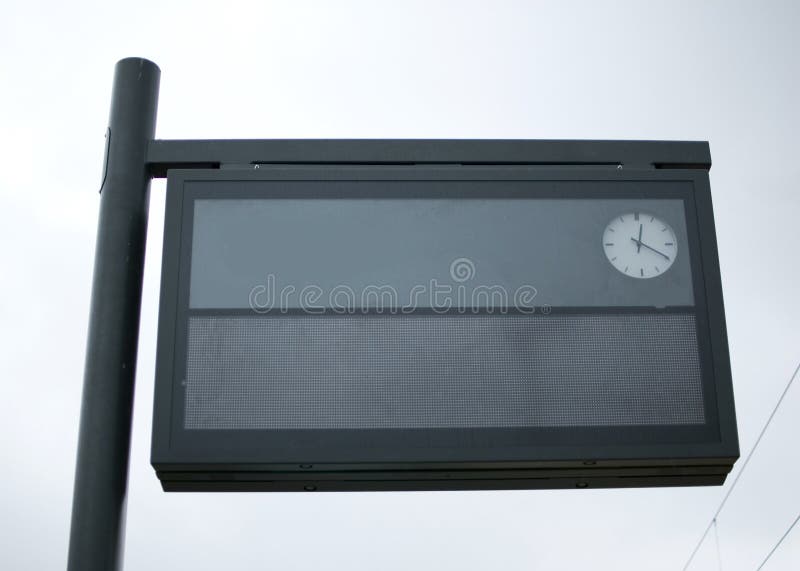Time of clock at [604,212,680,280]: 12:19
